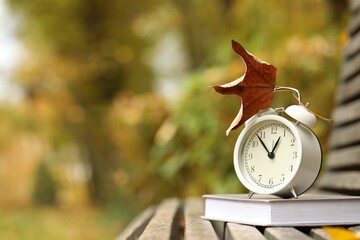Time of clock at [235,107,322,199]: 12:53
